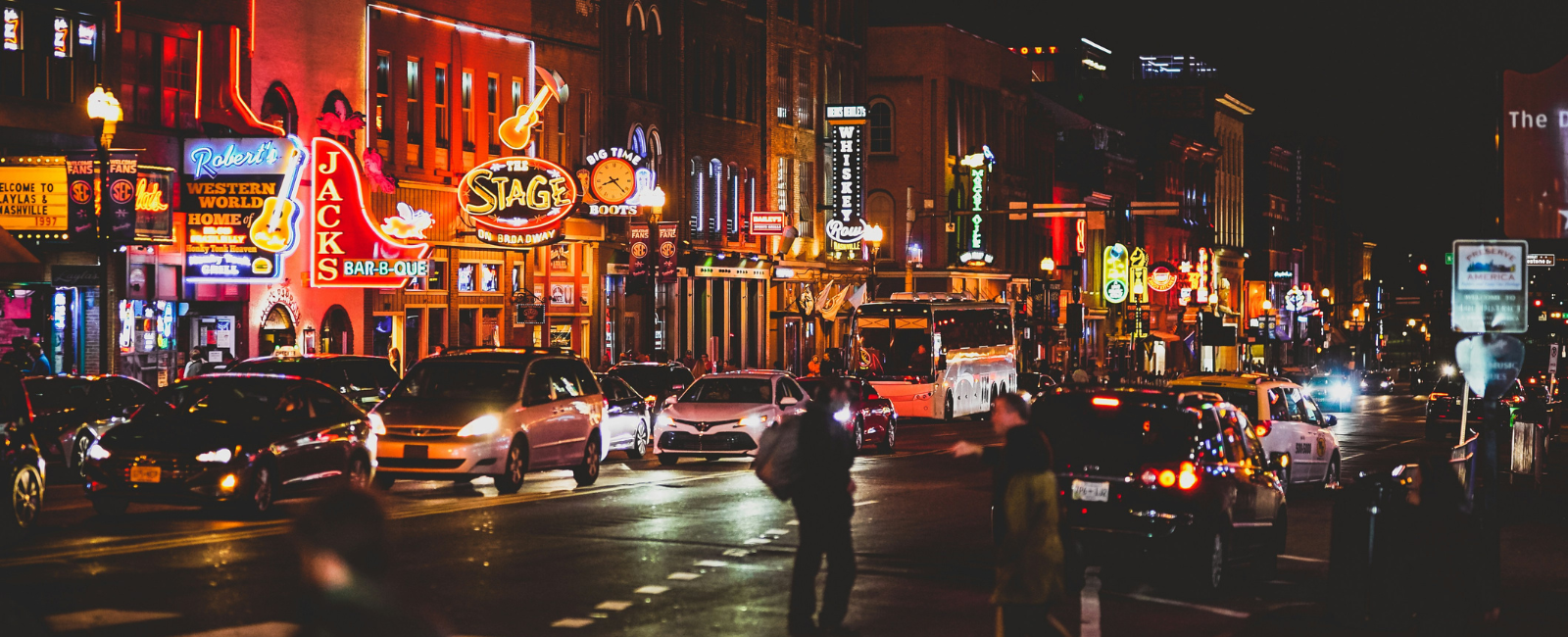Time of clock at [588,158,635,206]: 8:22
